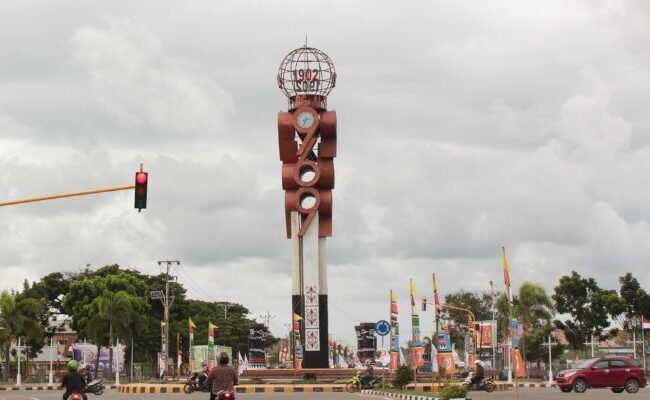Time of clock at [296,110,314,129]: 2:33
